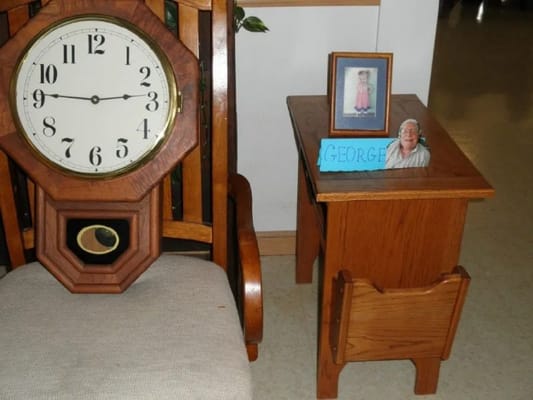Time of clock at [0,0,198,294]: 2:45
